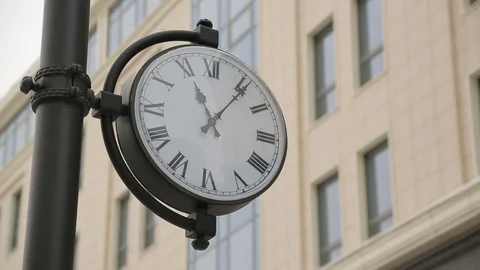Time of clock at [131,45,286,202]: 11:06
